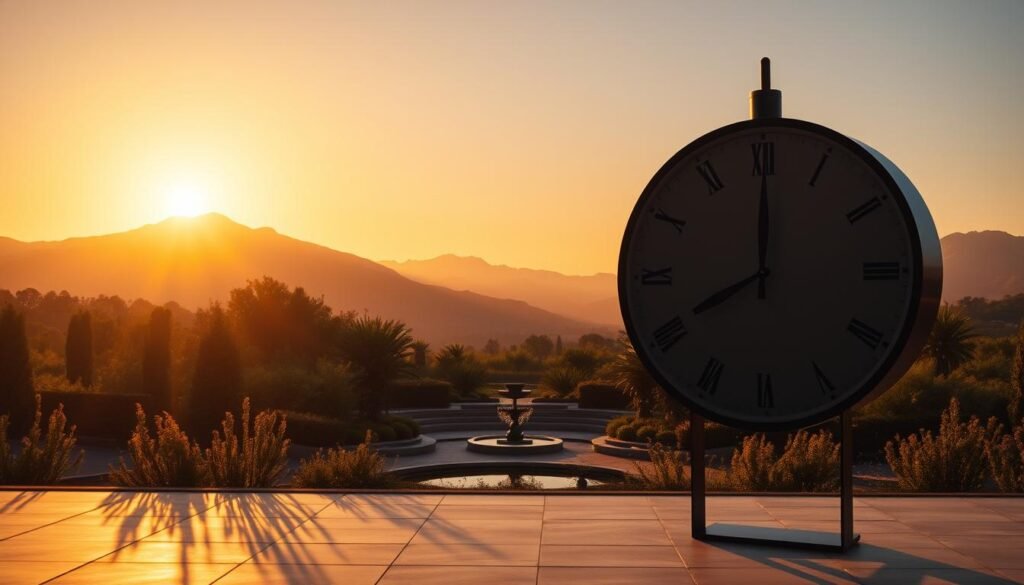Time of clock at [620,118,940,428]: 8:00
